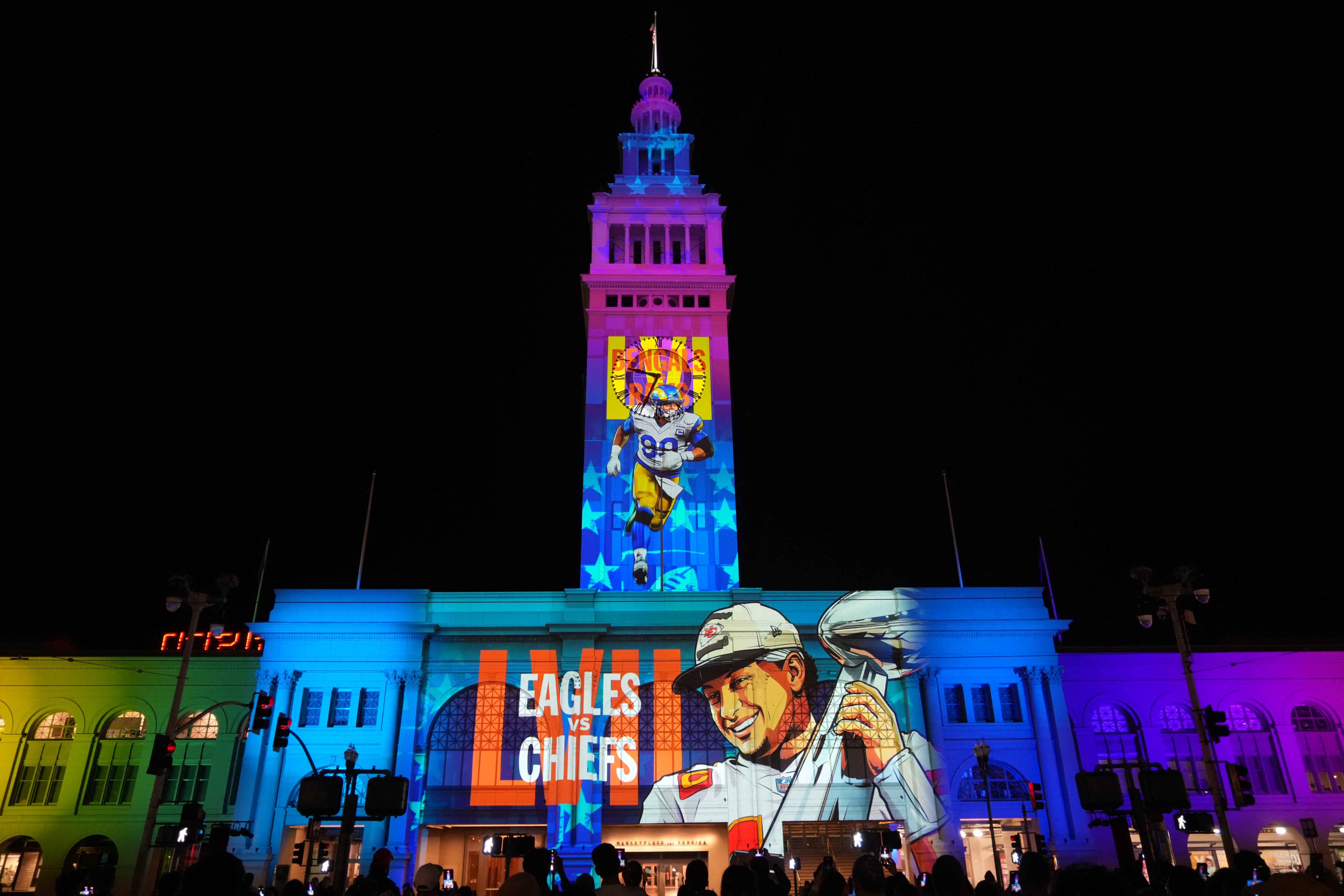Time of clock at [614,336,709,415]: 9:34
